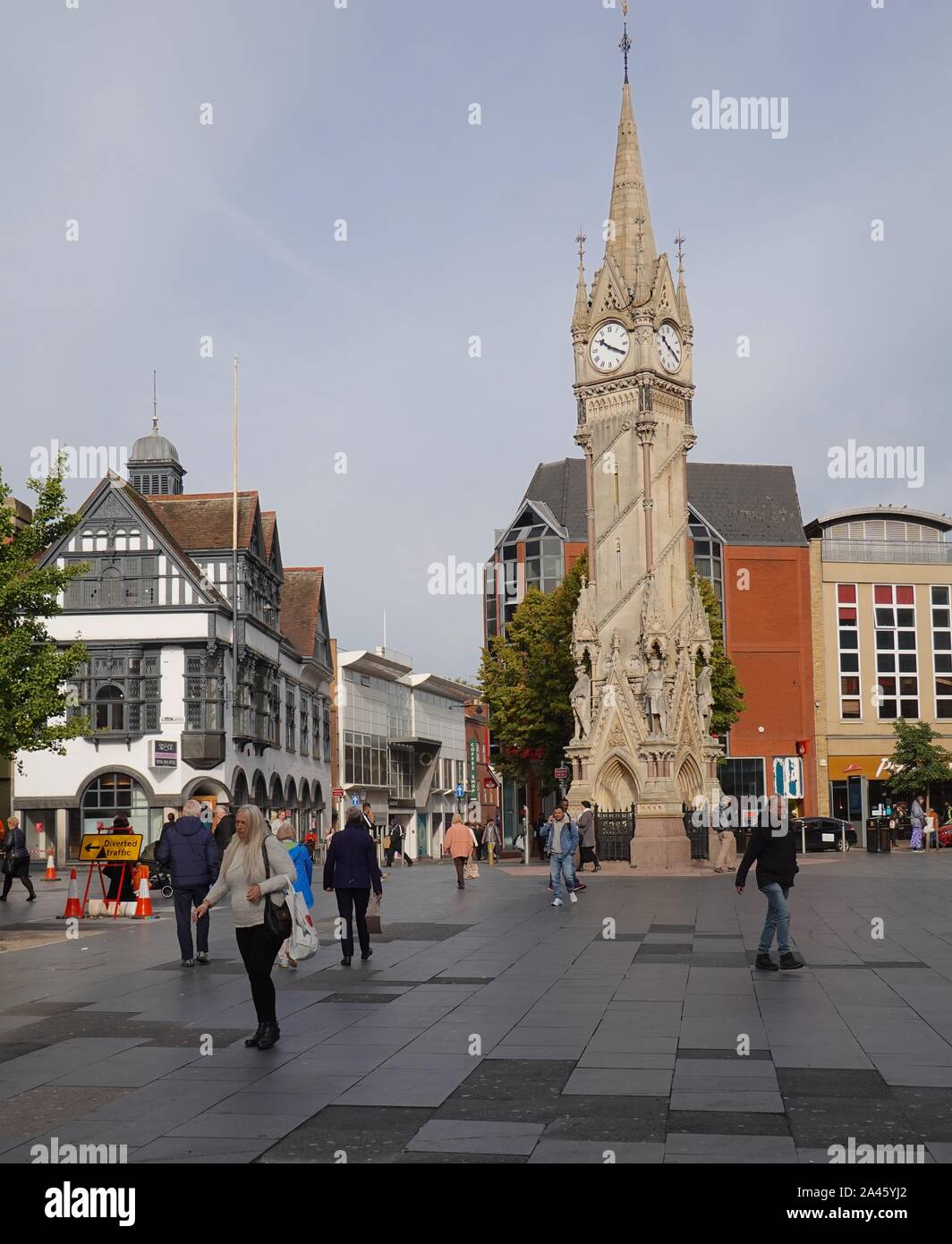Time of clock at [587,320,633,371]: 10:19
